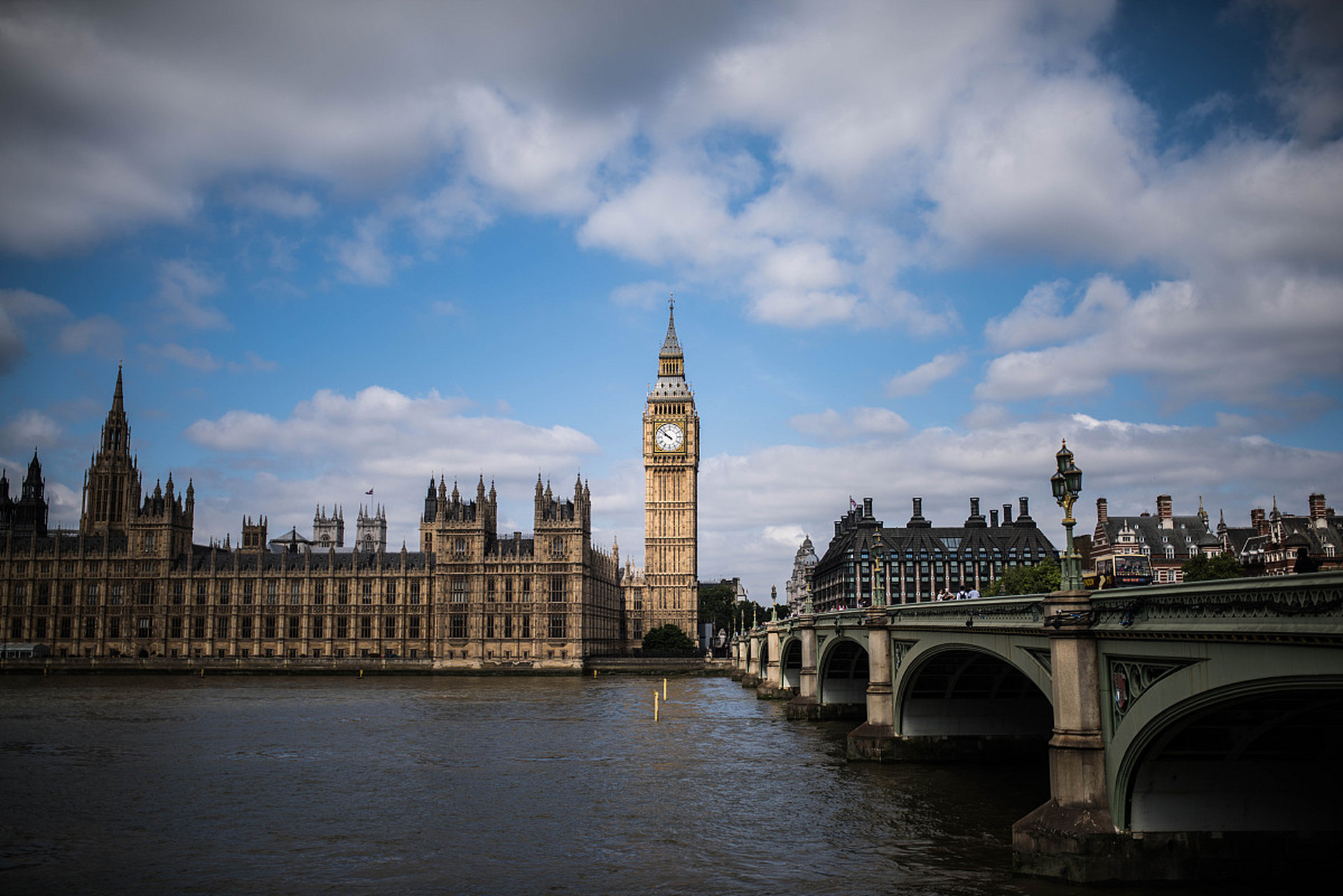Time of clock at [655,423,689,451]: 9:51
